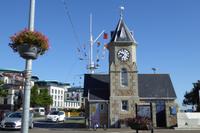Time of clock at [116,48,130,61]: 9:38
